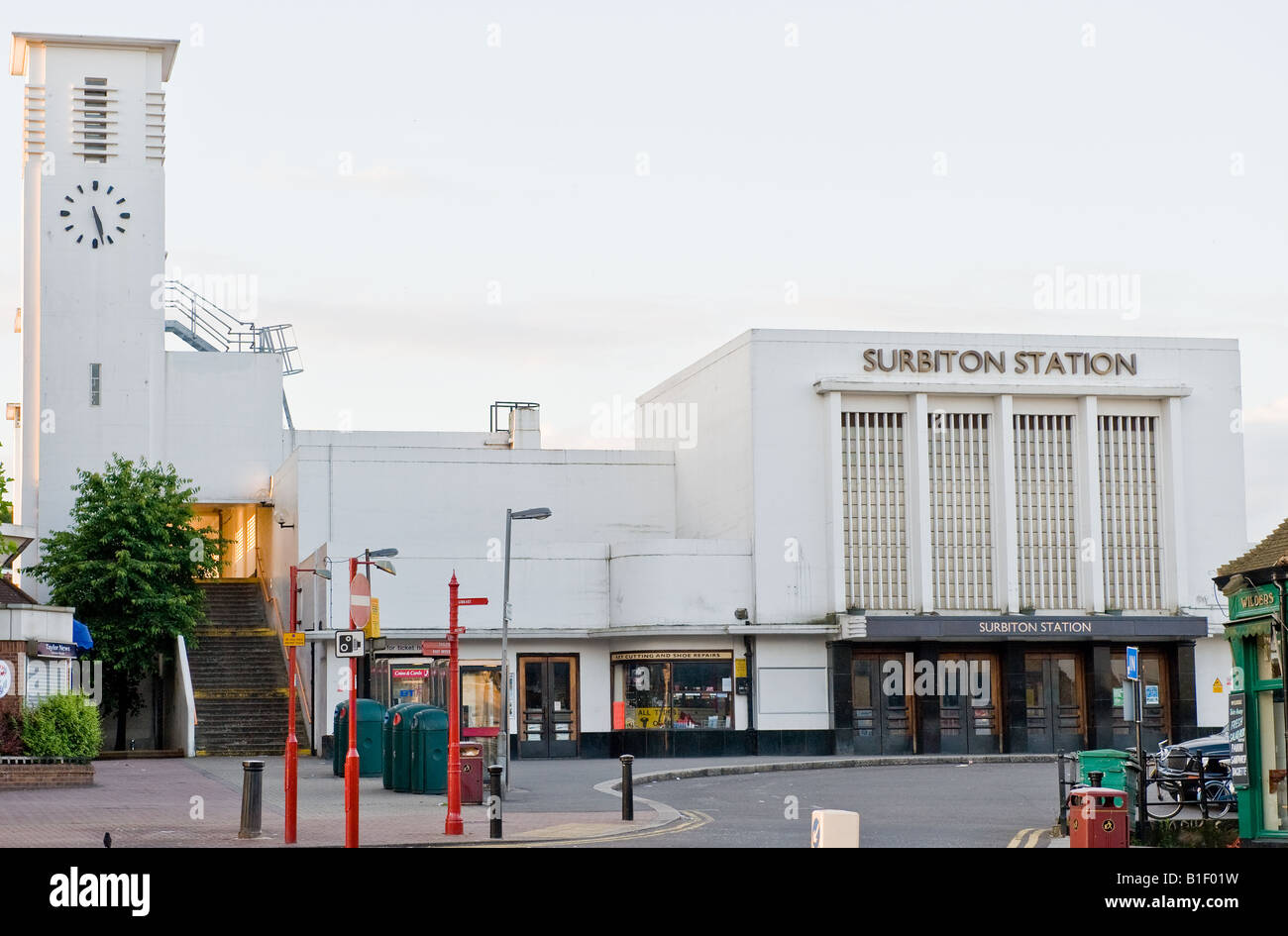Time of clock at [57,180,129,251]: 5:27
